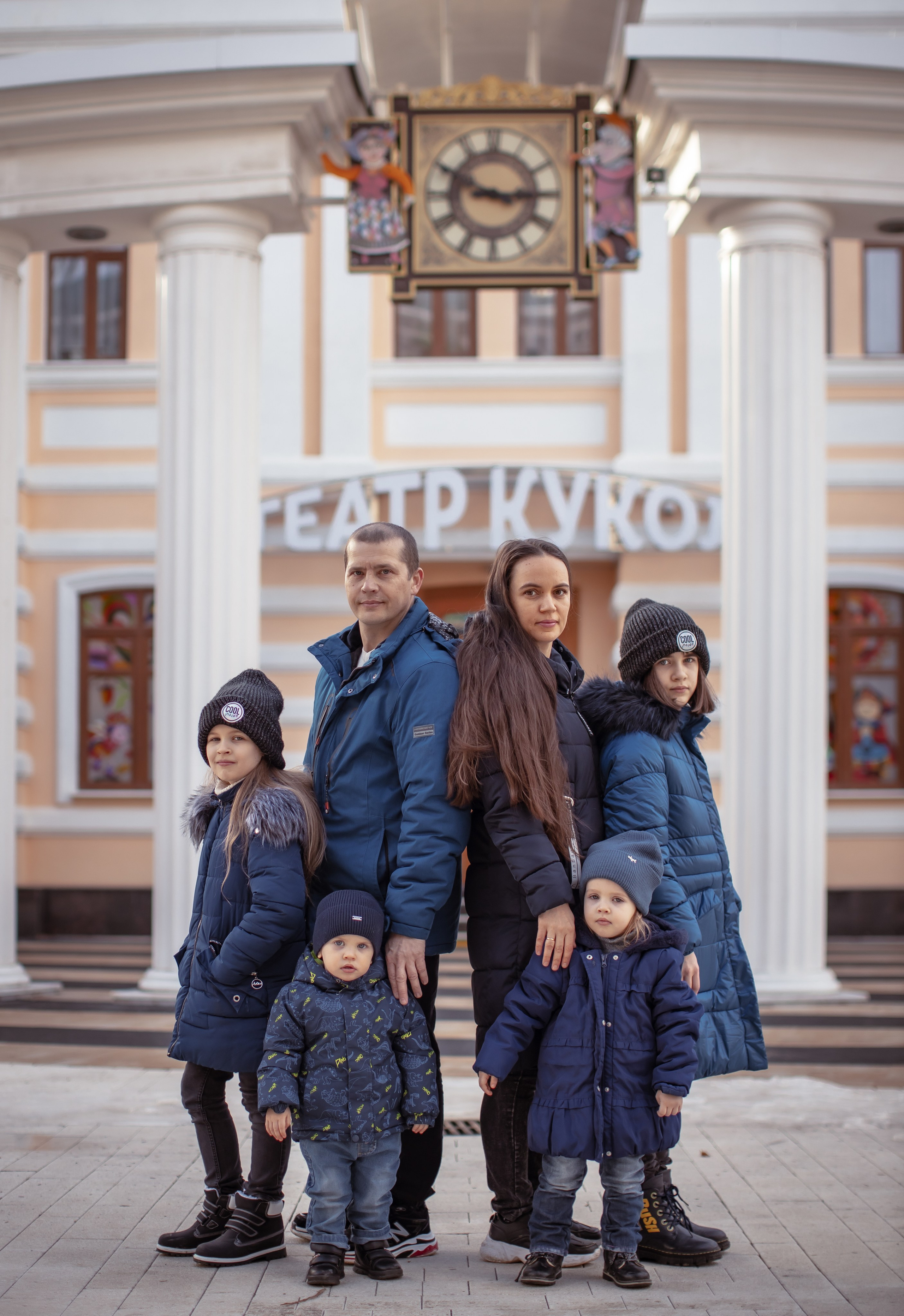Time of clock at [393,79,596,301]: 9:14
